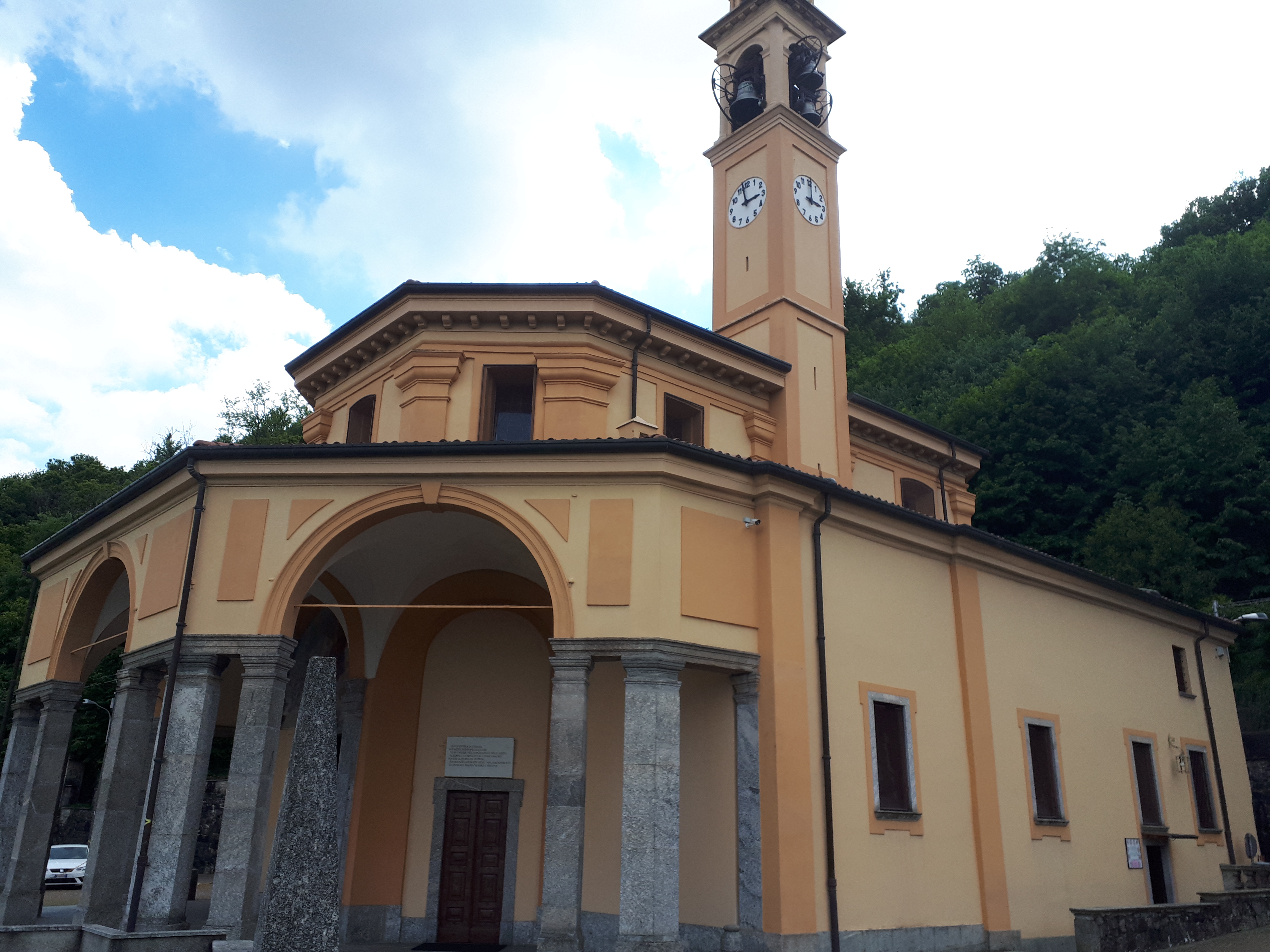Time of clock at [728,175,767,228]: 2:57
